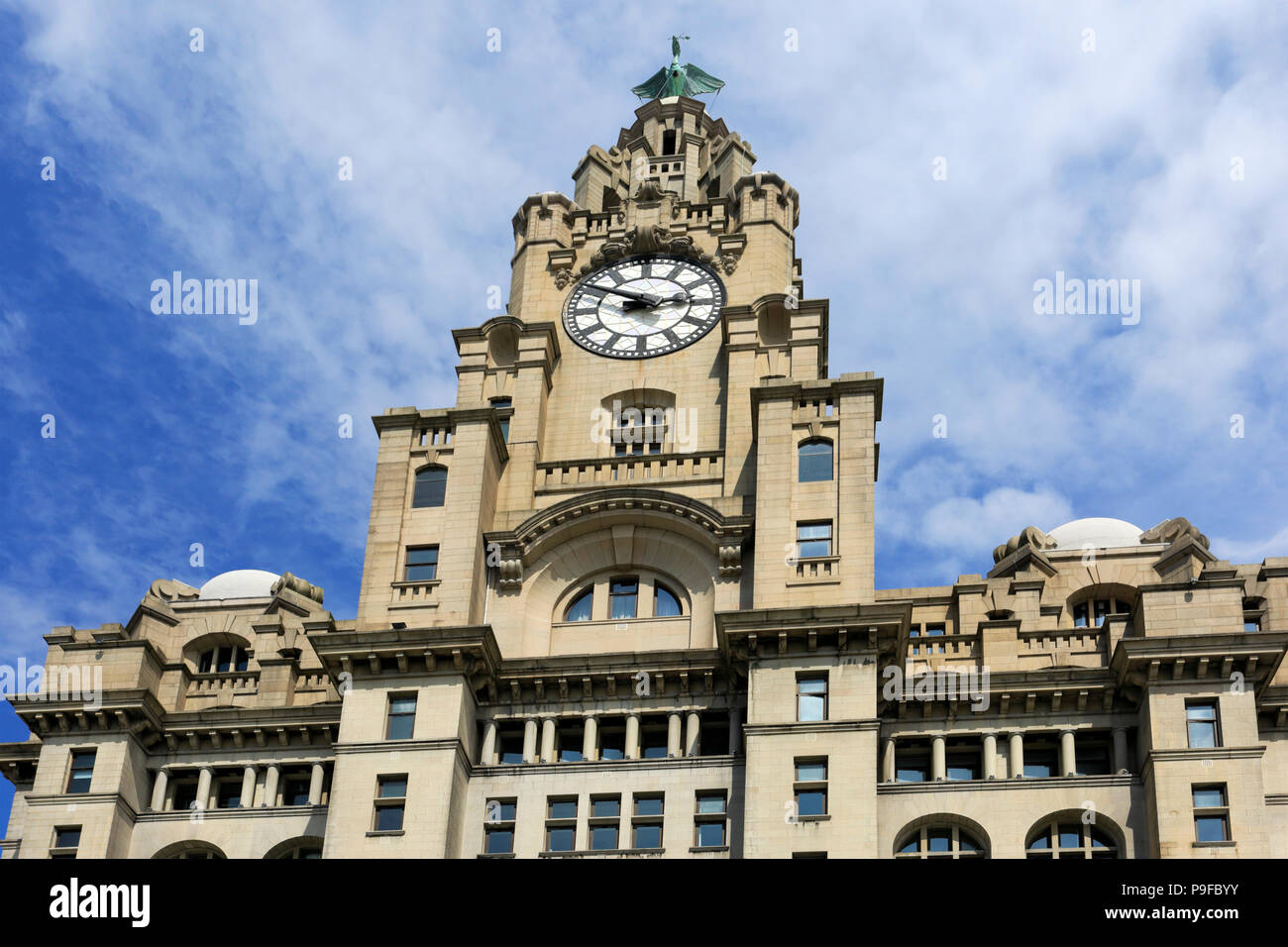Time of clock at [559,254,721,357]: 2:48
